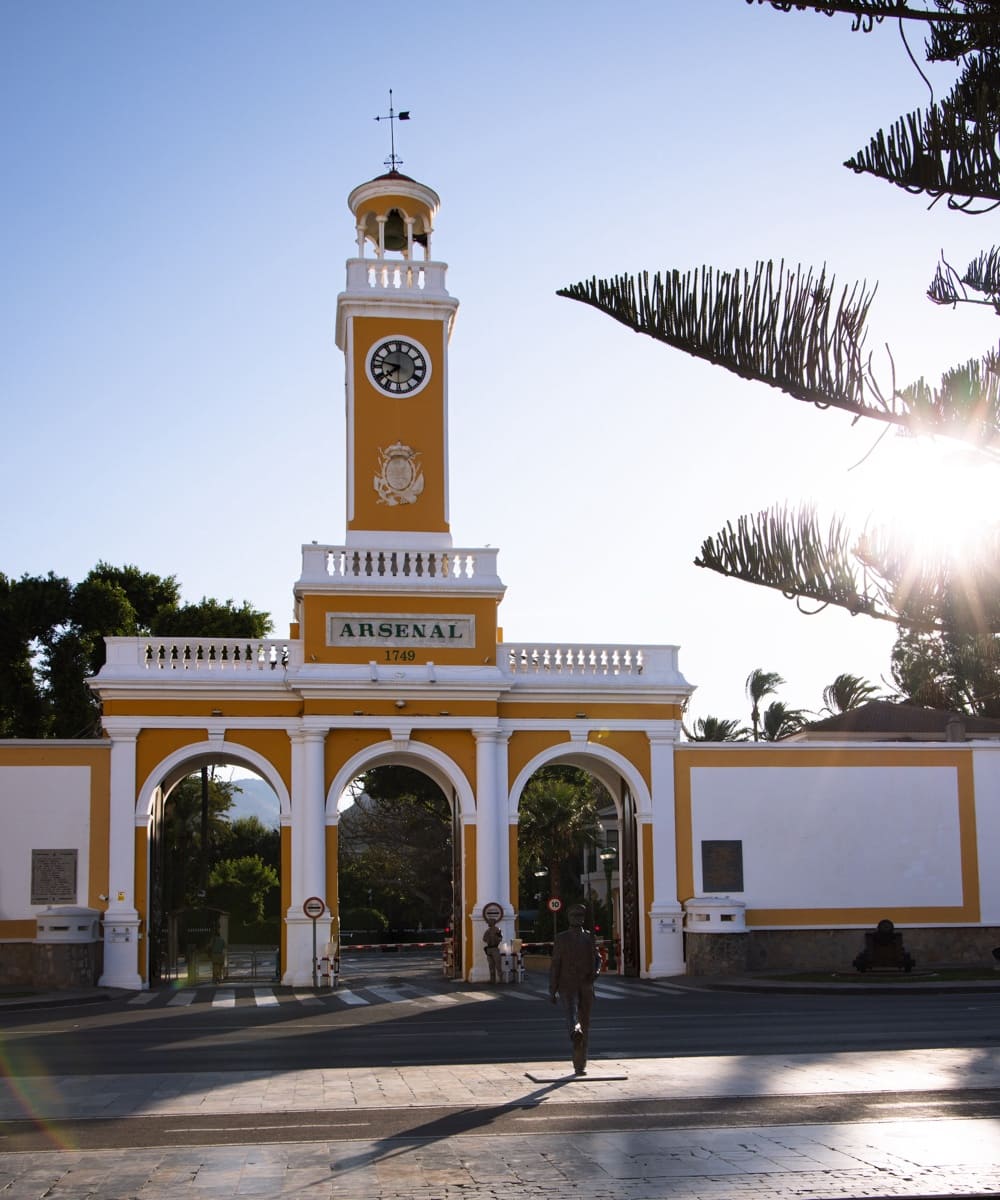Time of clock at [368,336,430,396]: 7:47
